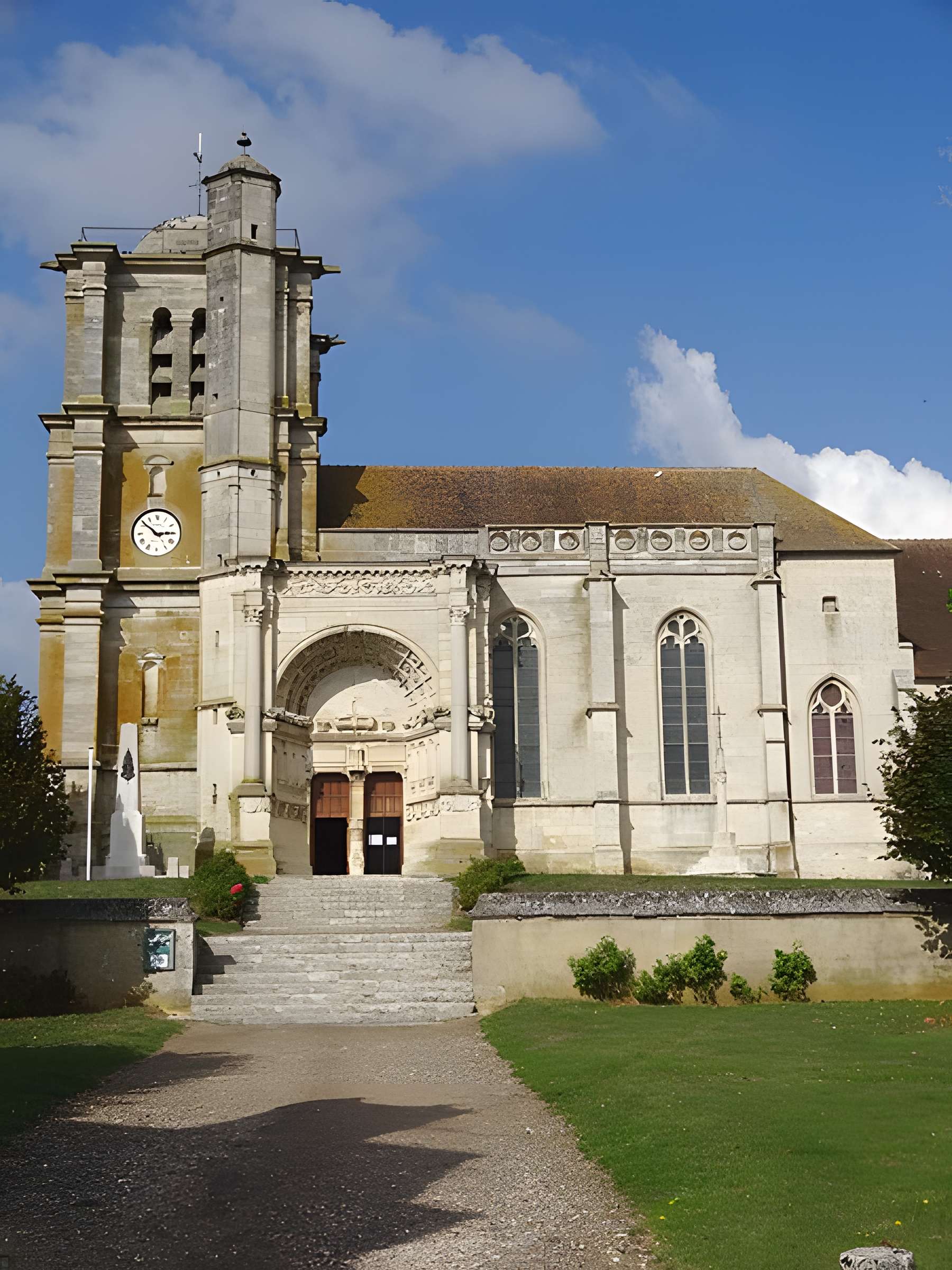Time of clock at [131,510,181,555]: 2:51
